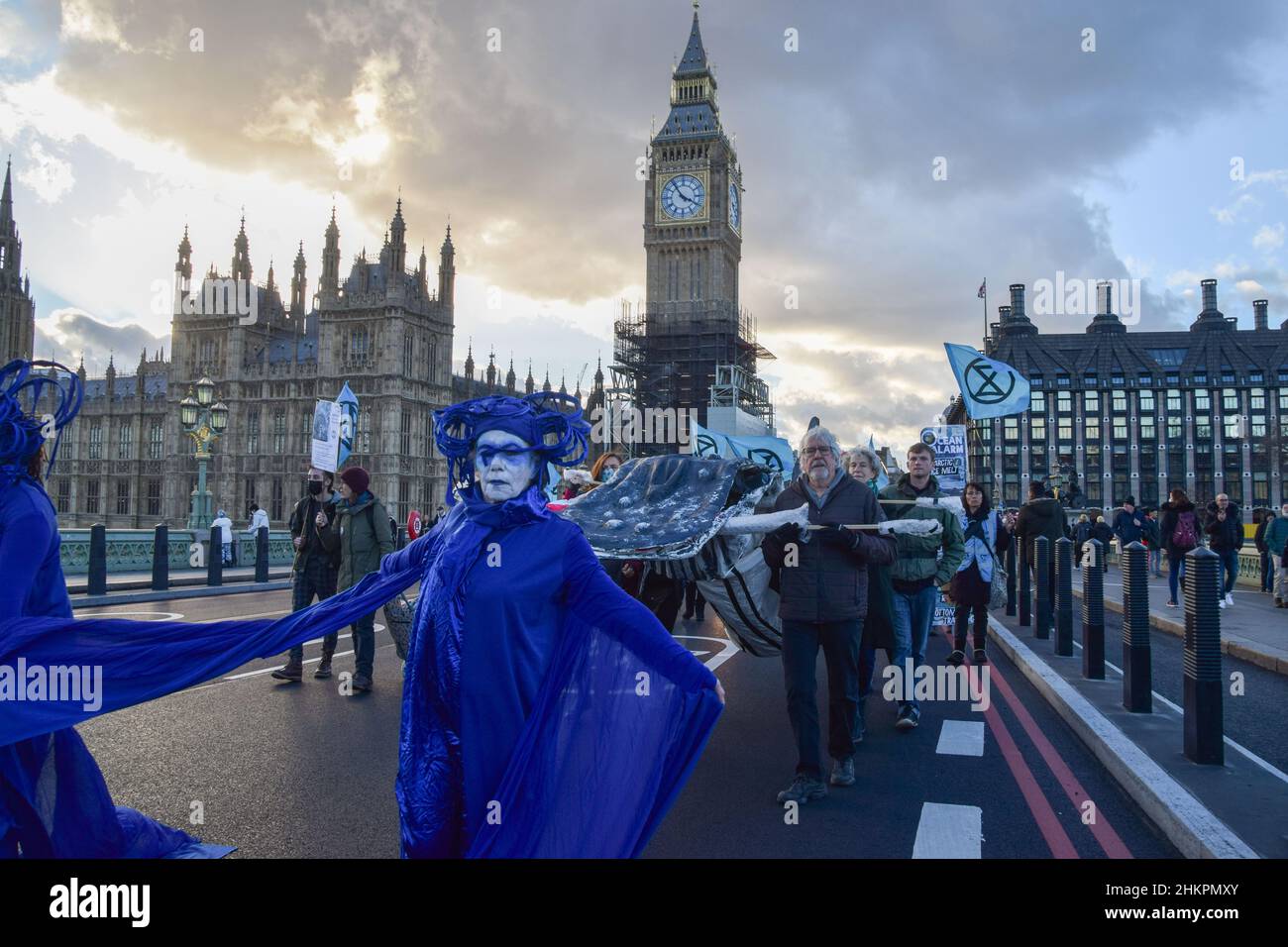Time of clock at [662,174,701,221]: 3:54
